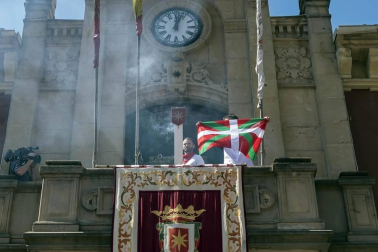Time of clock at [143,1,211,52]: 12:02
